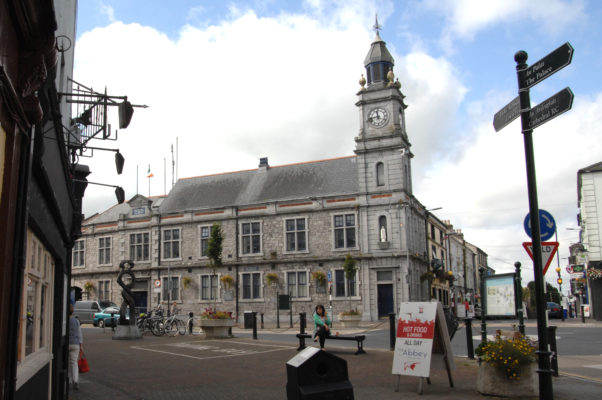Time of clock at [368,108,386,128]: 11:42
